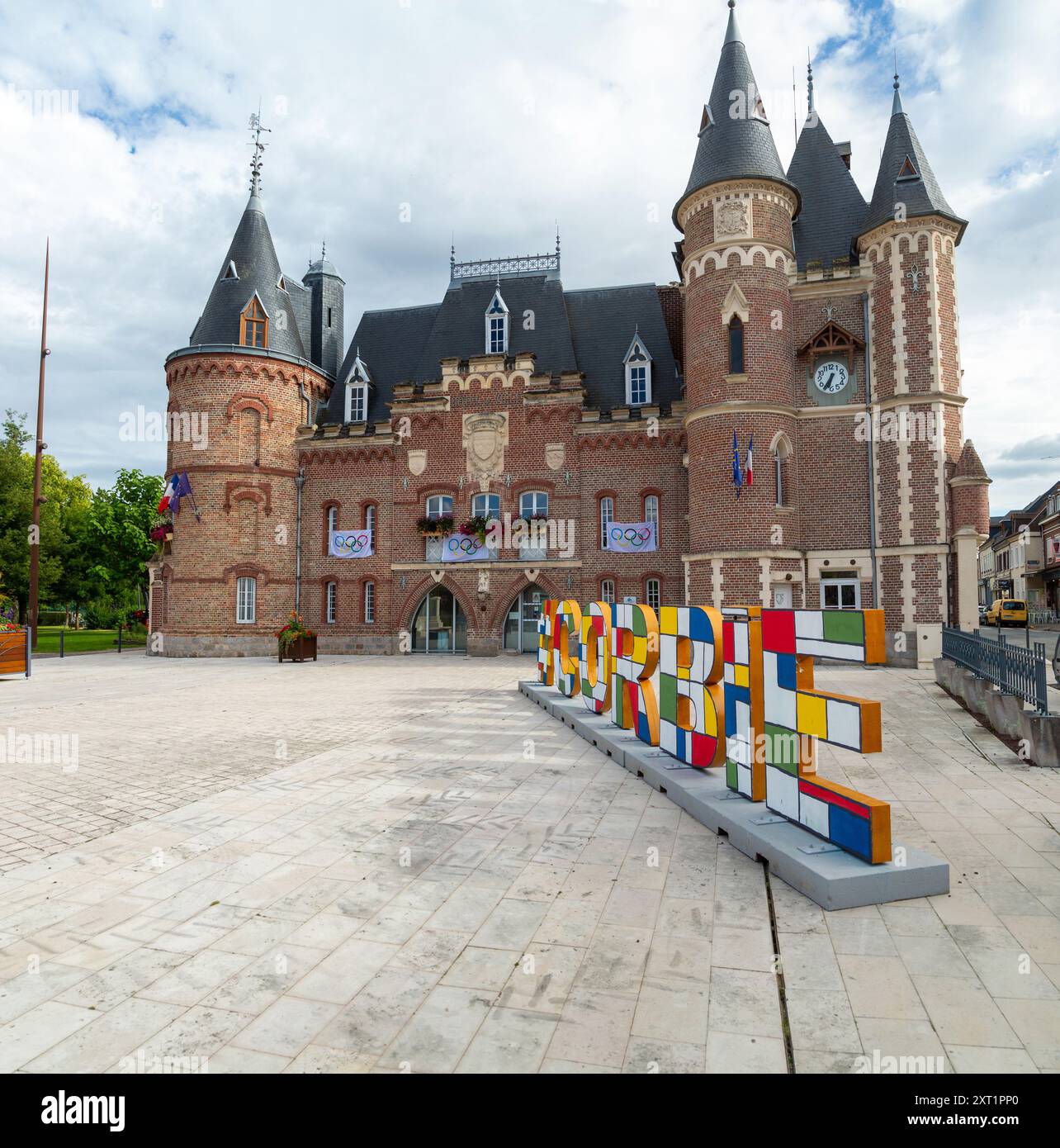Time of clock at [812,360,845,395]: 6:35
